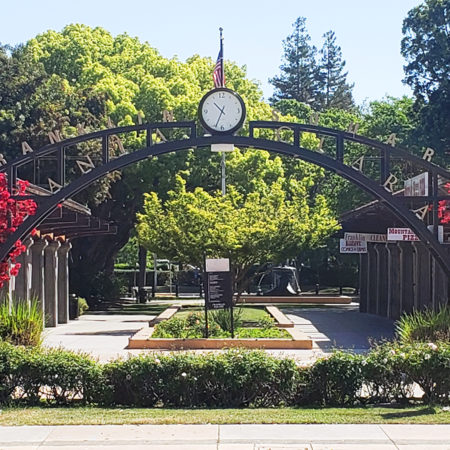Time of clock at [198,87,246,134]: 10:34
